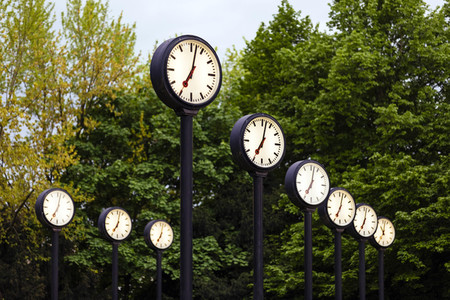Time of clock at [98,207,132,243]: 7:02
